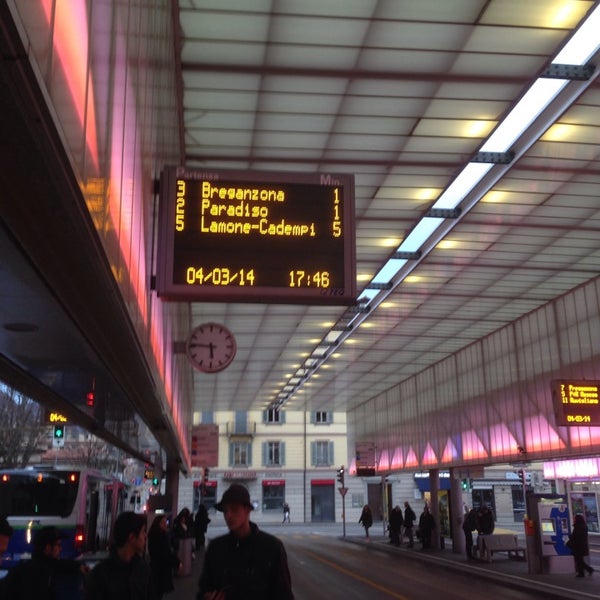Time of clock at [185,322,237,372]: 5:46
